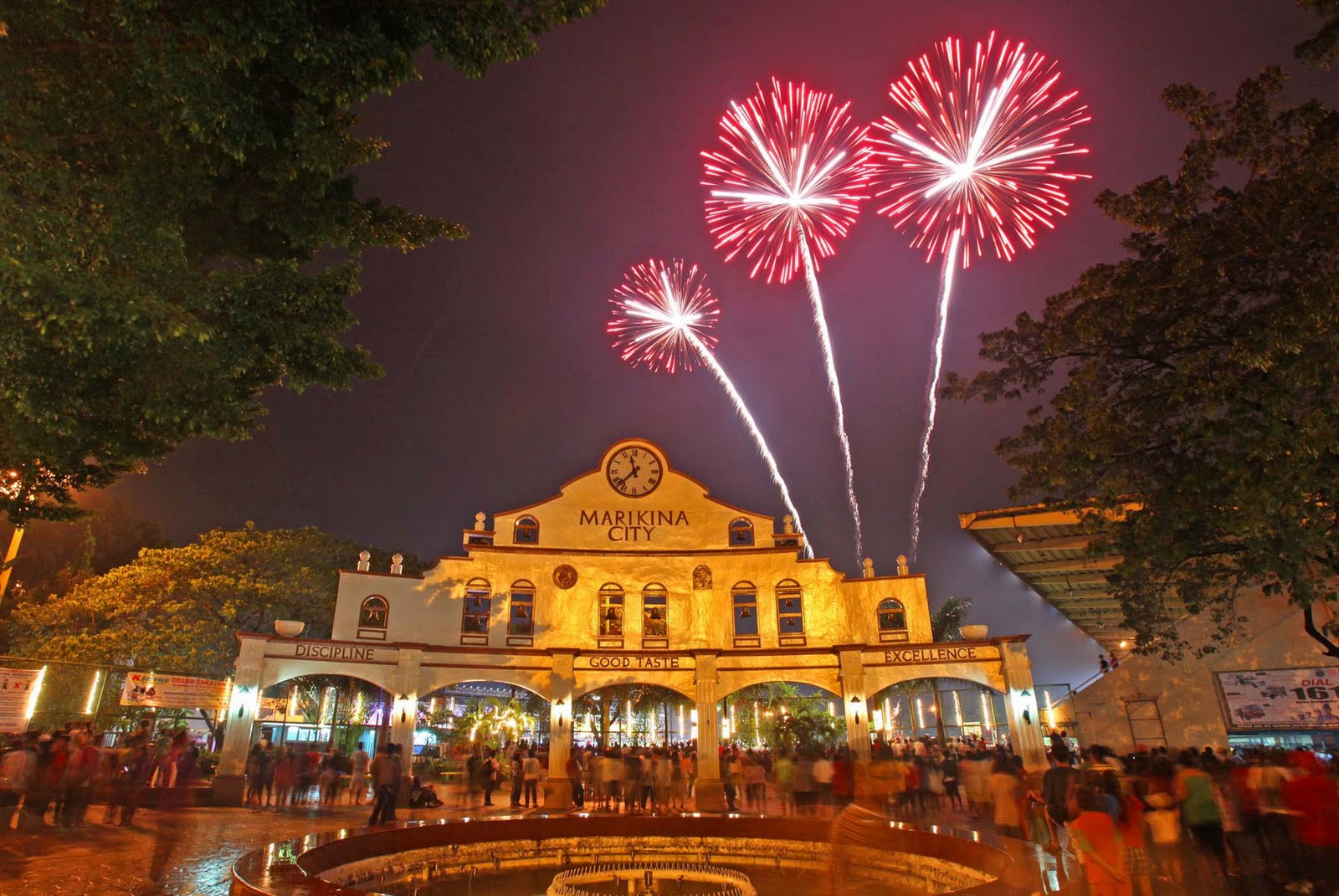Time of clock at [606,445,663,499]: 11:37
